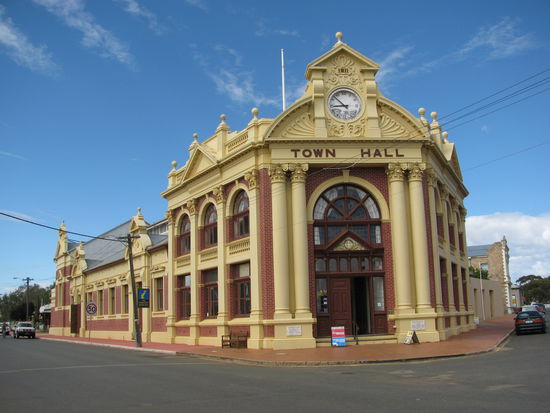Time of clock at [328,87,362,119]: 8:52
